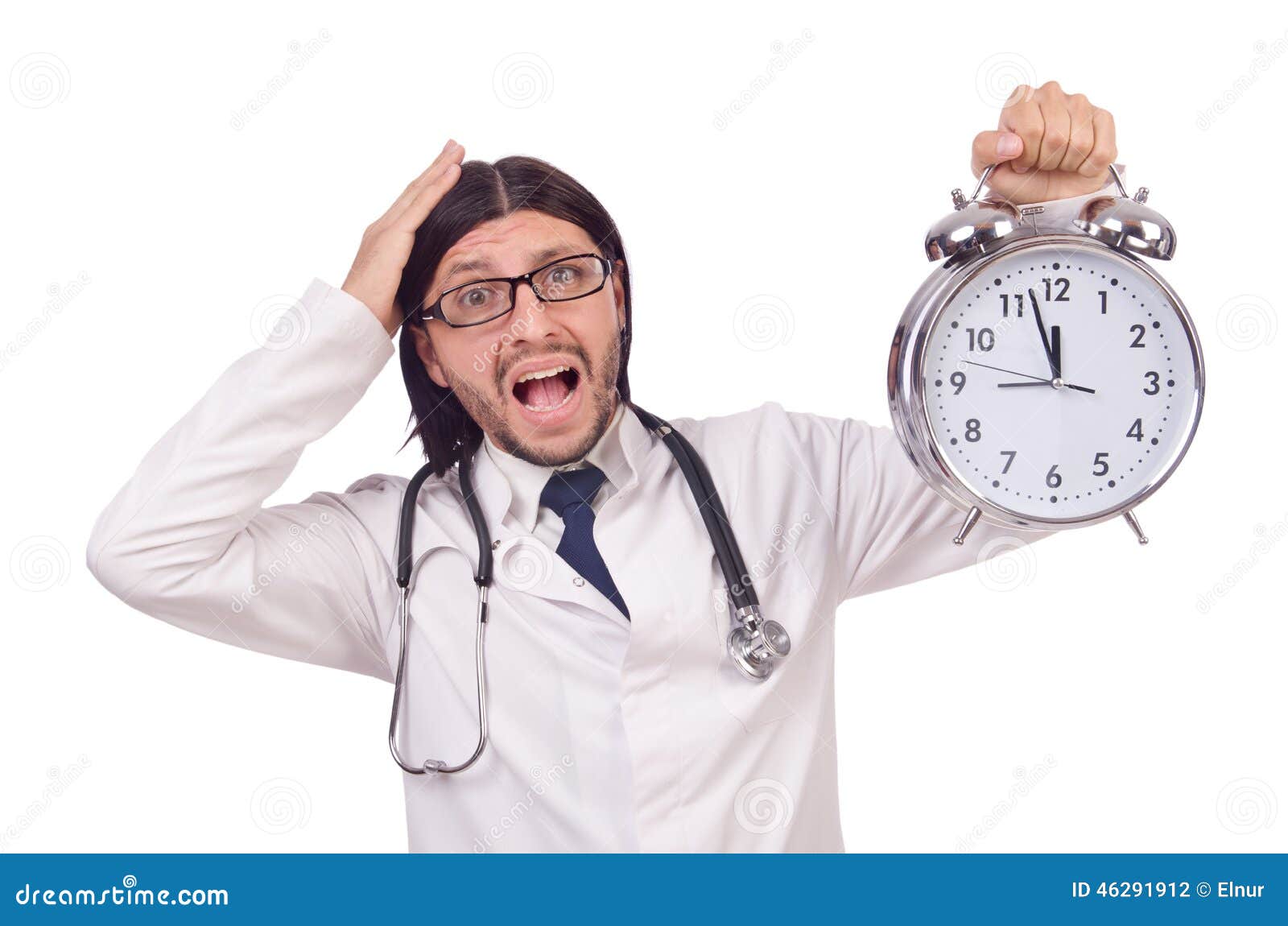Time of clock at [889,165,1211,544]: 11:57
